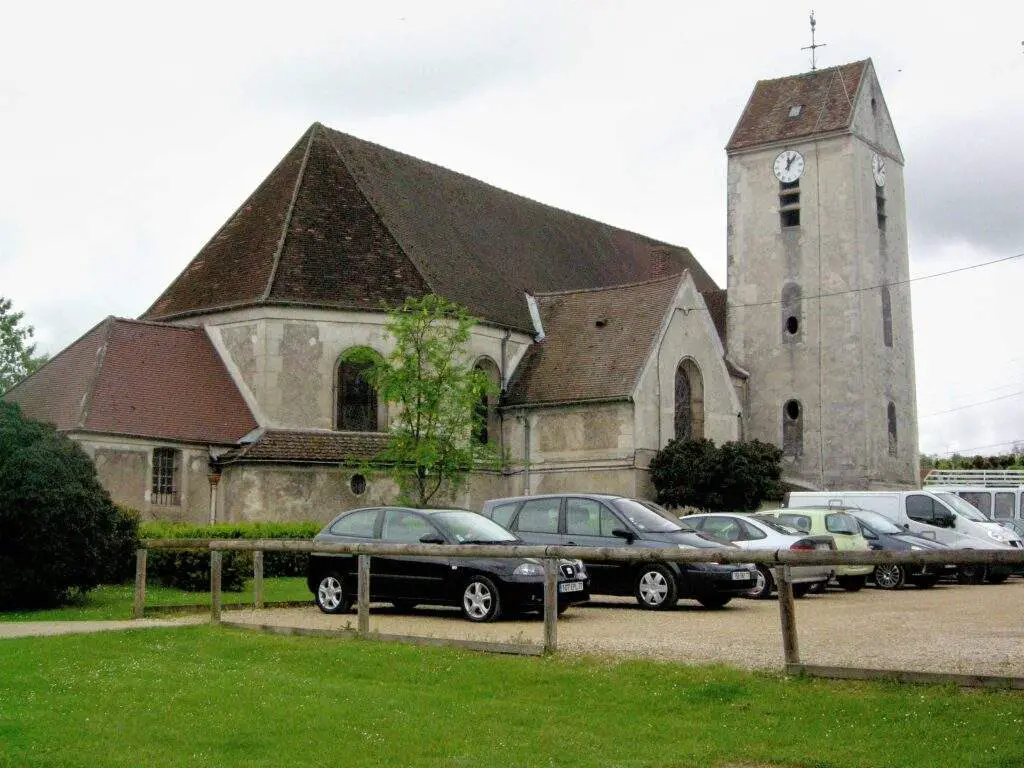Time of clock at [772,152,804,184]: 12:07
